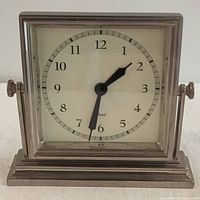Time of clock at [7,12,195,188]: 1:32
